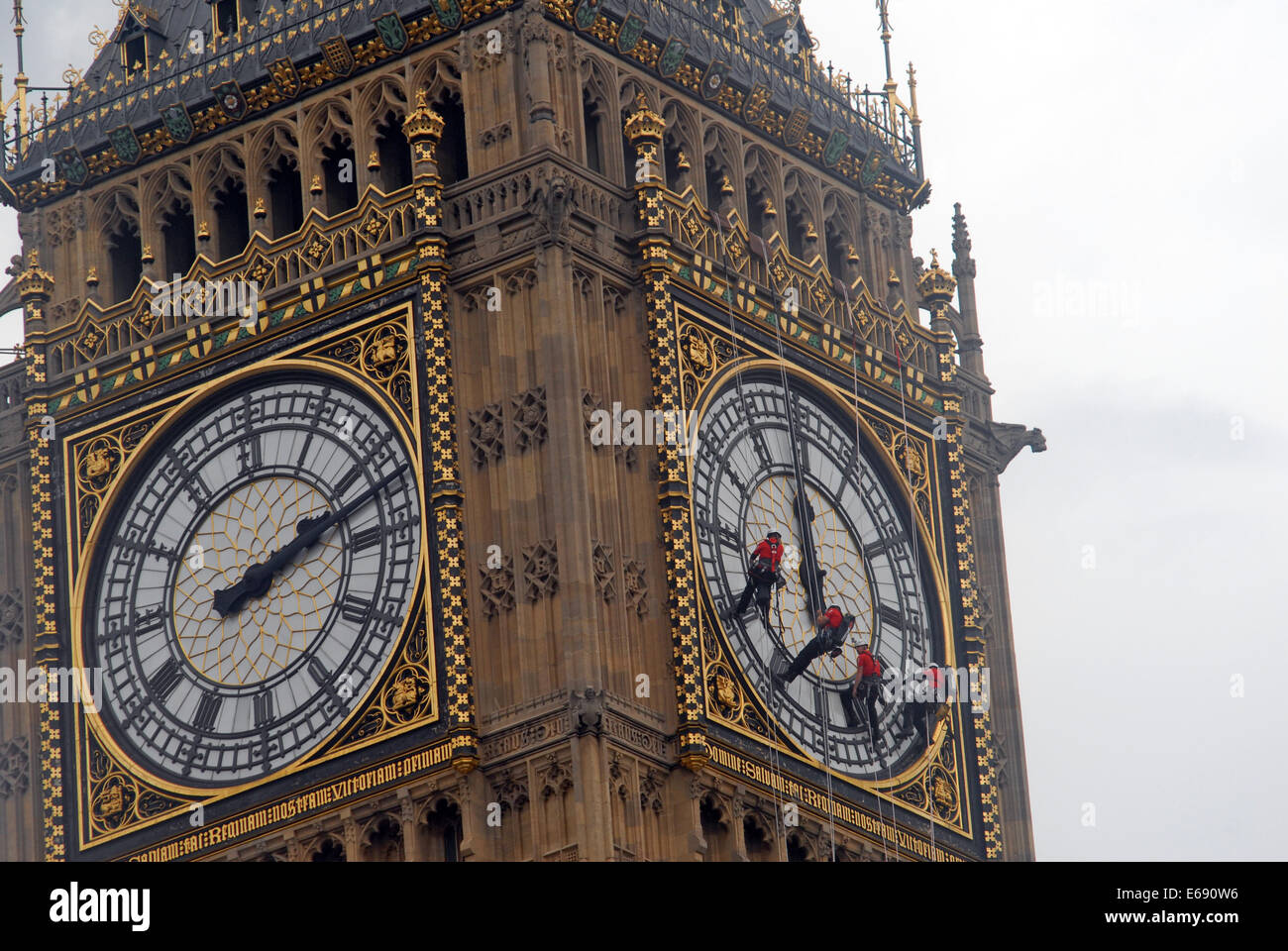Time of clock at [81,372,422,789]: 2:12
